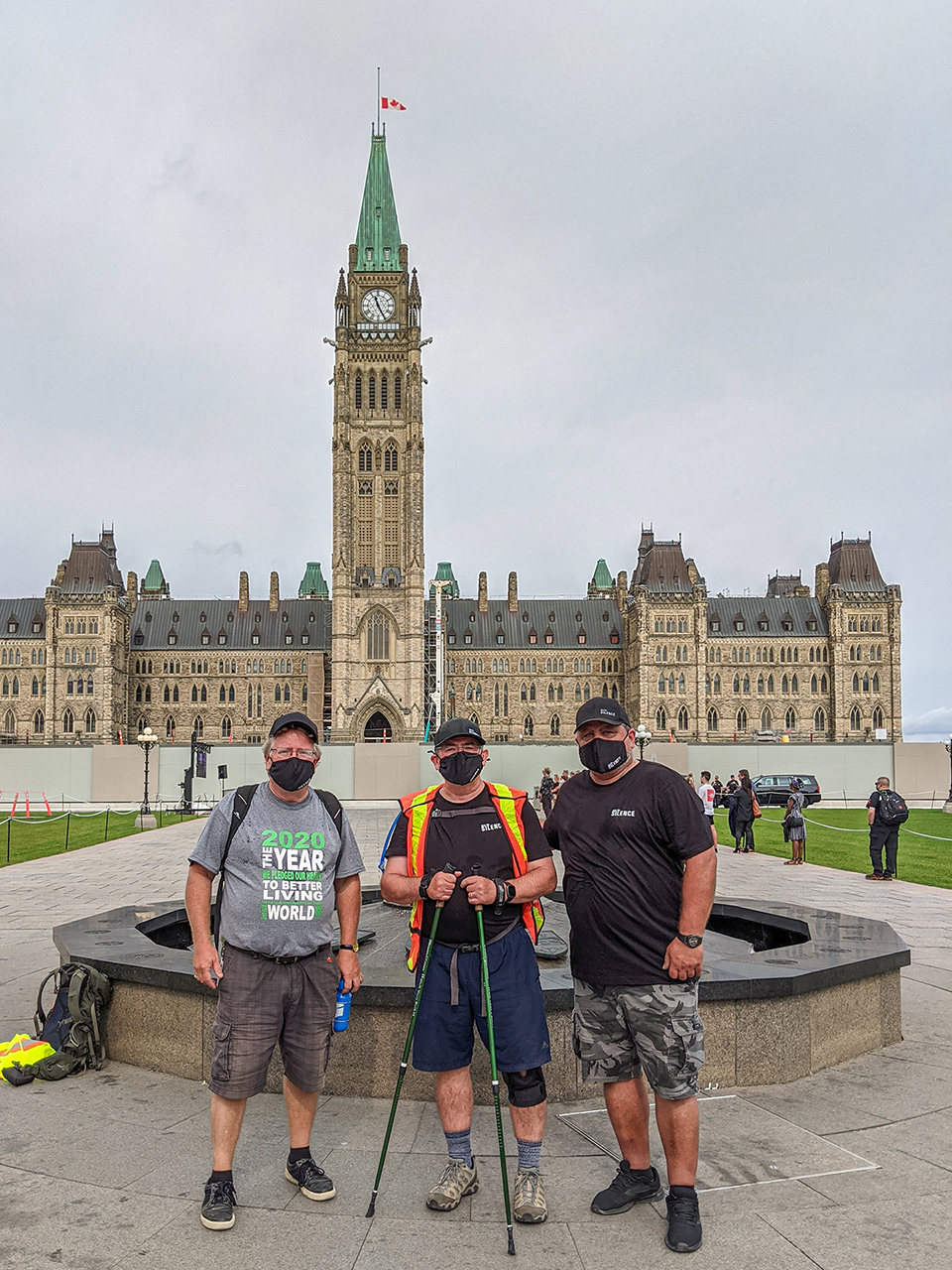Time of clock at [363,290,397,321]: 11:25
